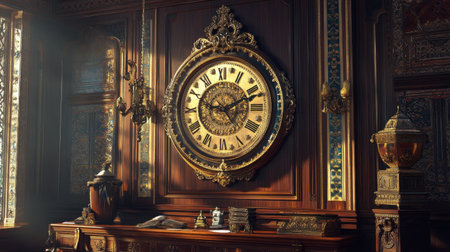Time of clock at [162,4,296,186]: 9:11
